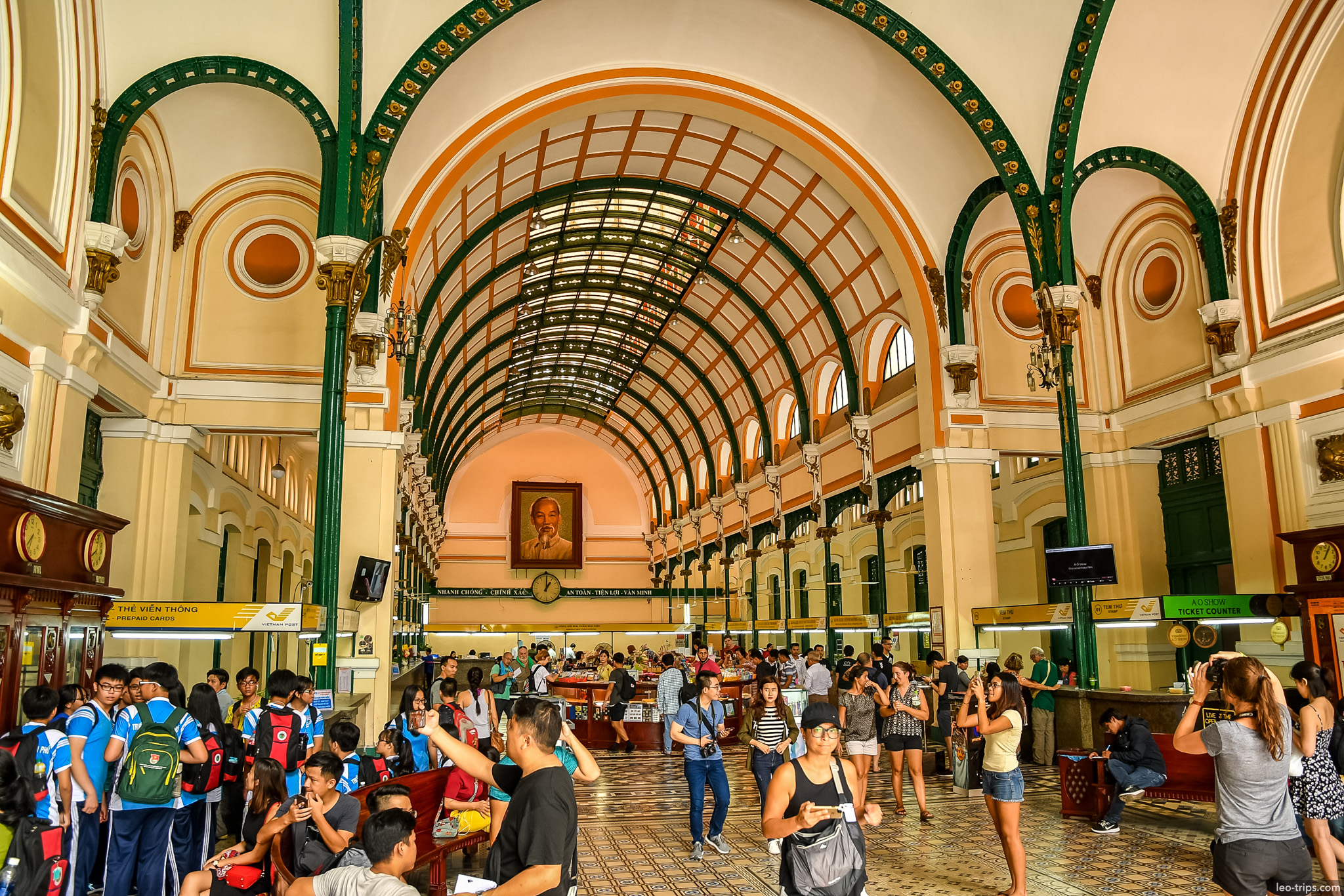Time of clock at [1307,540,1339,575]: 1:04
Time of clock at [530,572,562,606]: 1:00
